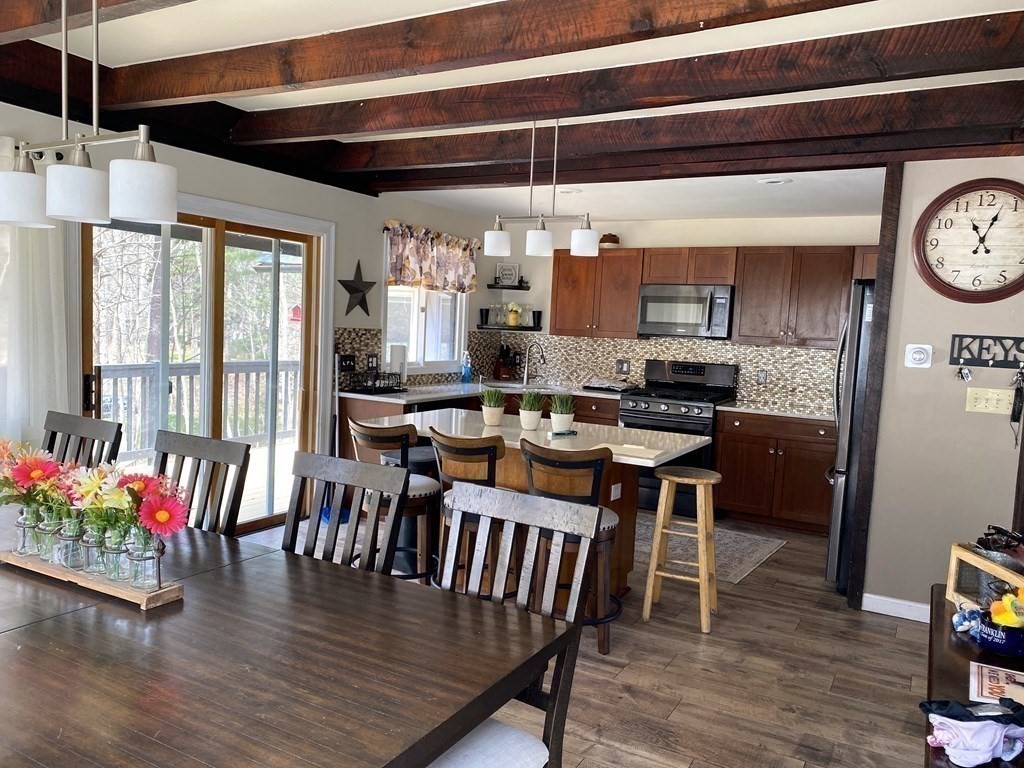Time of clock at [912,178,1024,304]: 11:03
